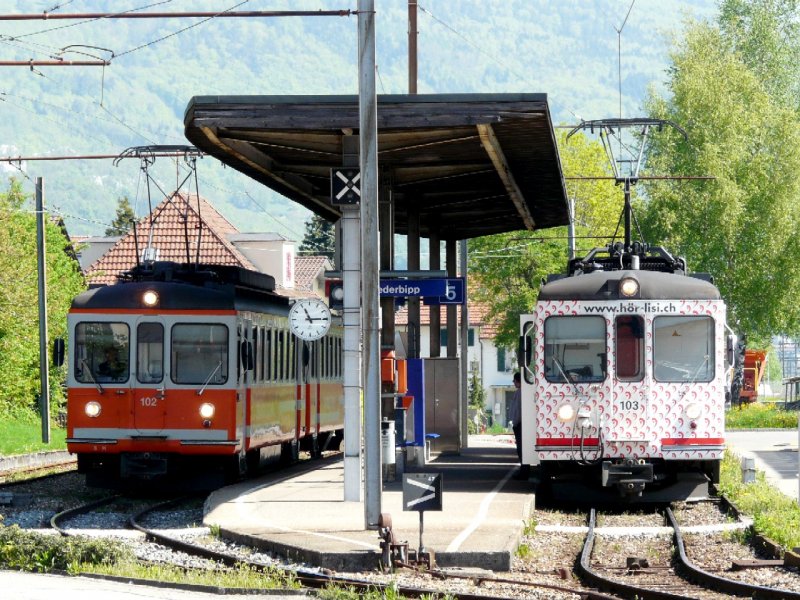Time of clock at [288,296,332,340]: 11:14
